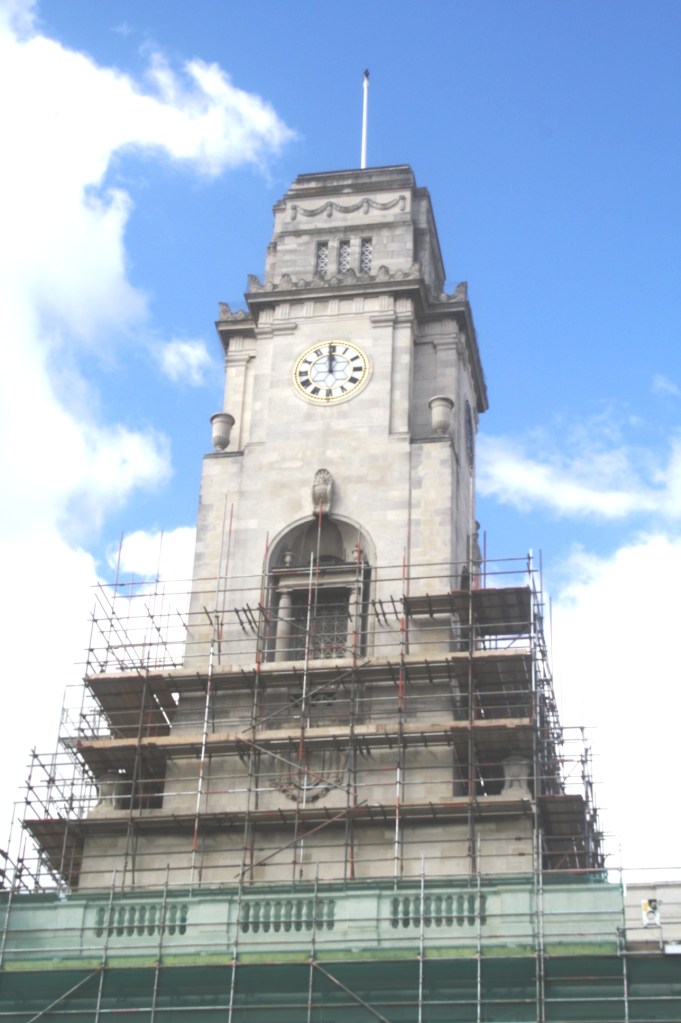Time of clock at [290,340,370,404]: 11:59
